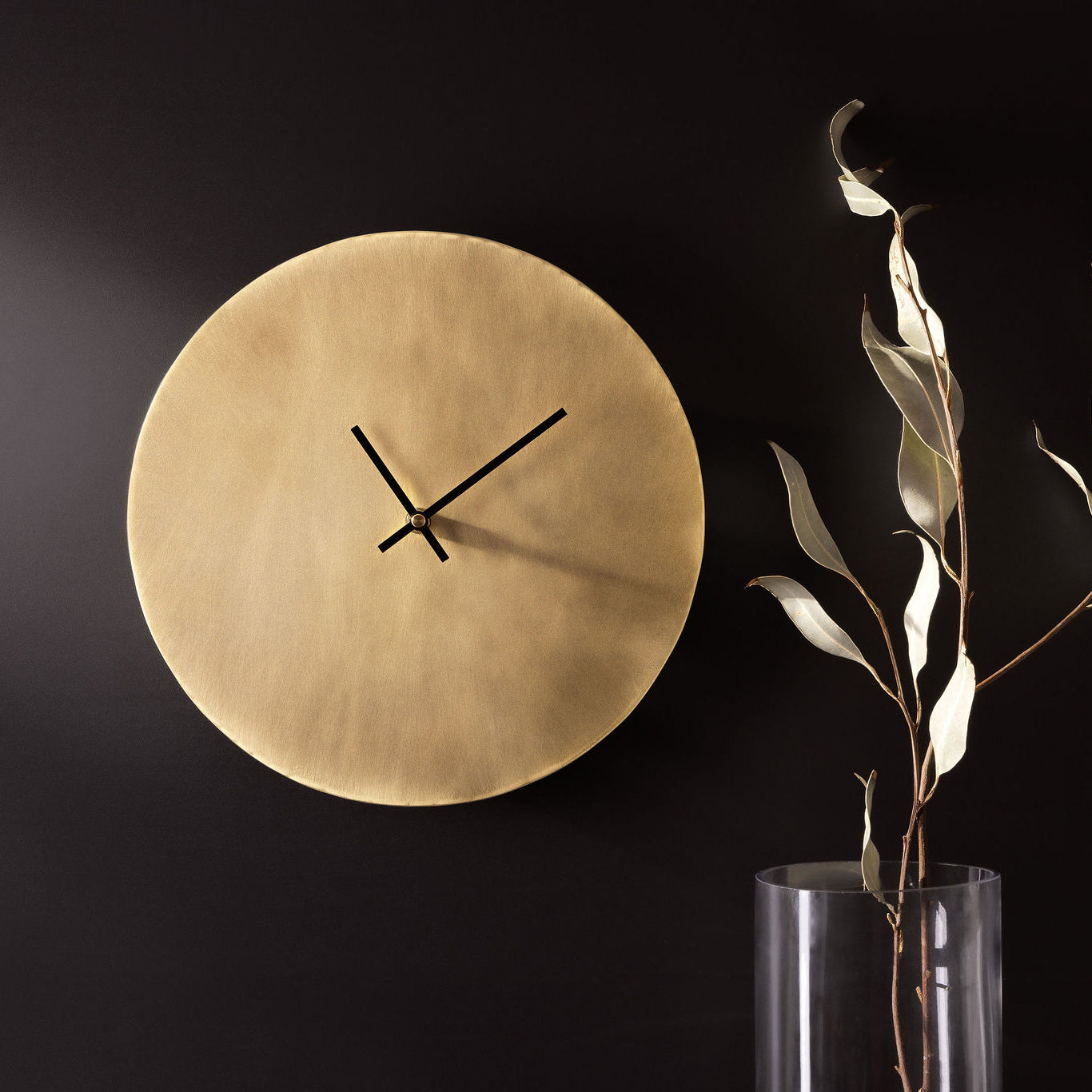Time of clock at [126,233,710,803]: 11:09
